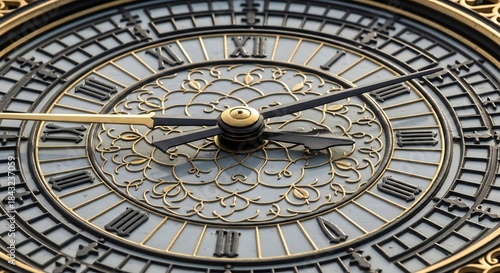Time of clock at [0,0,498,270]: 3:09
